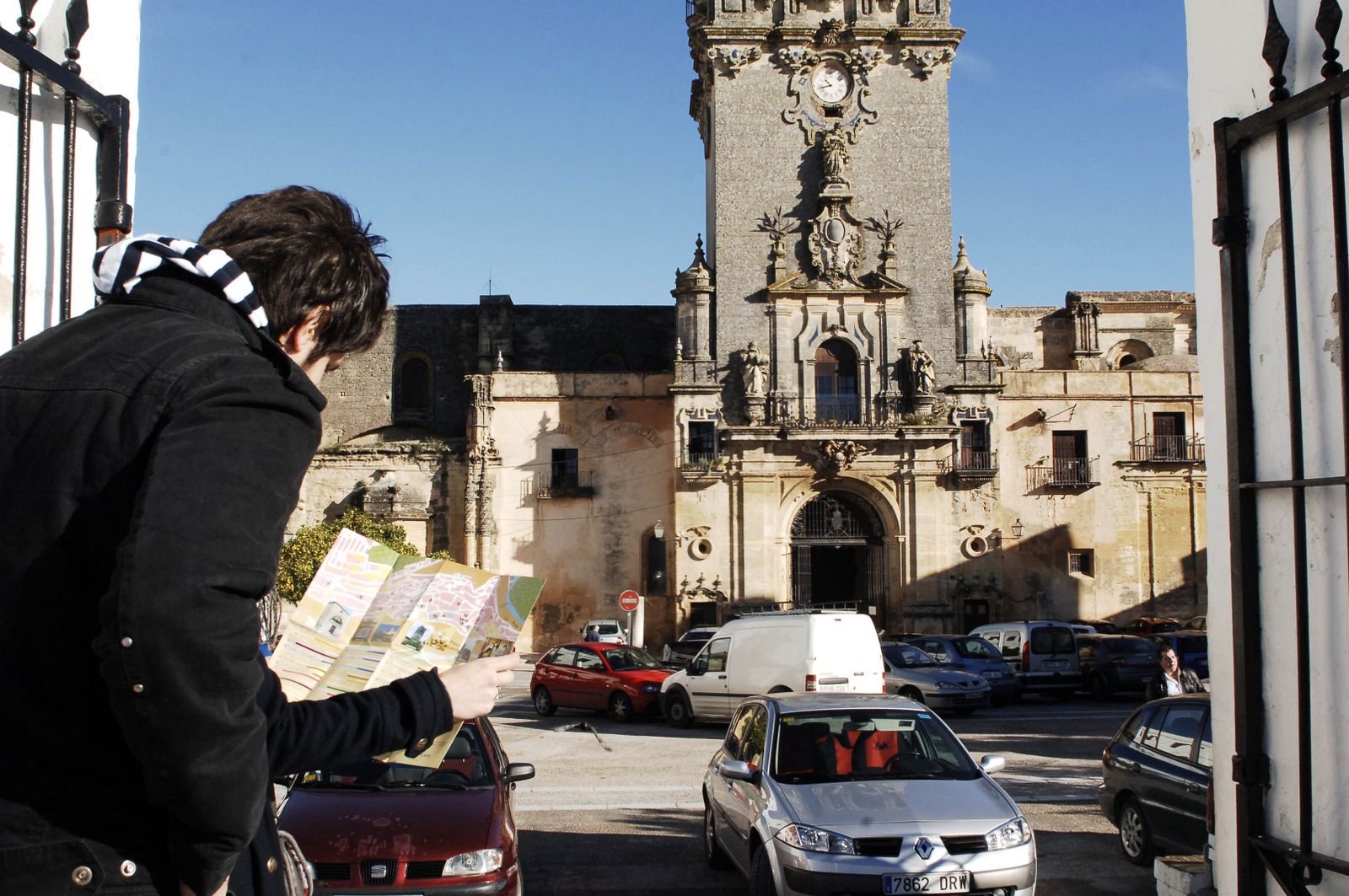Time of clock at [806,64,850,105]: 10:42
